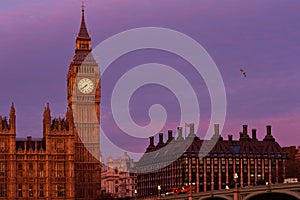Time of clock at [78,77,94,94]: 7:38
